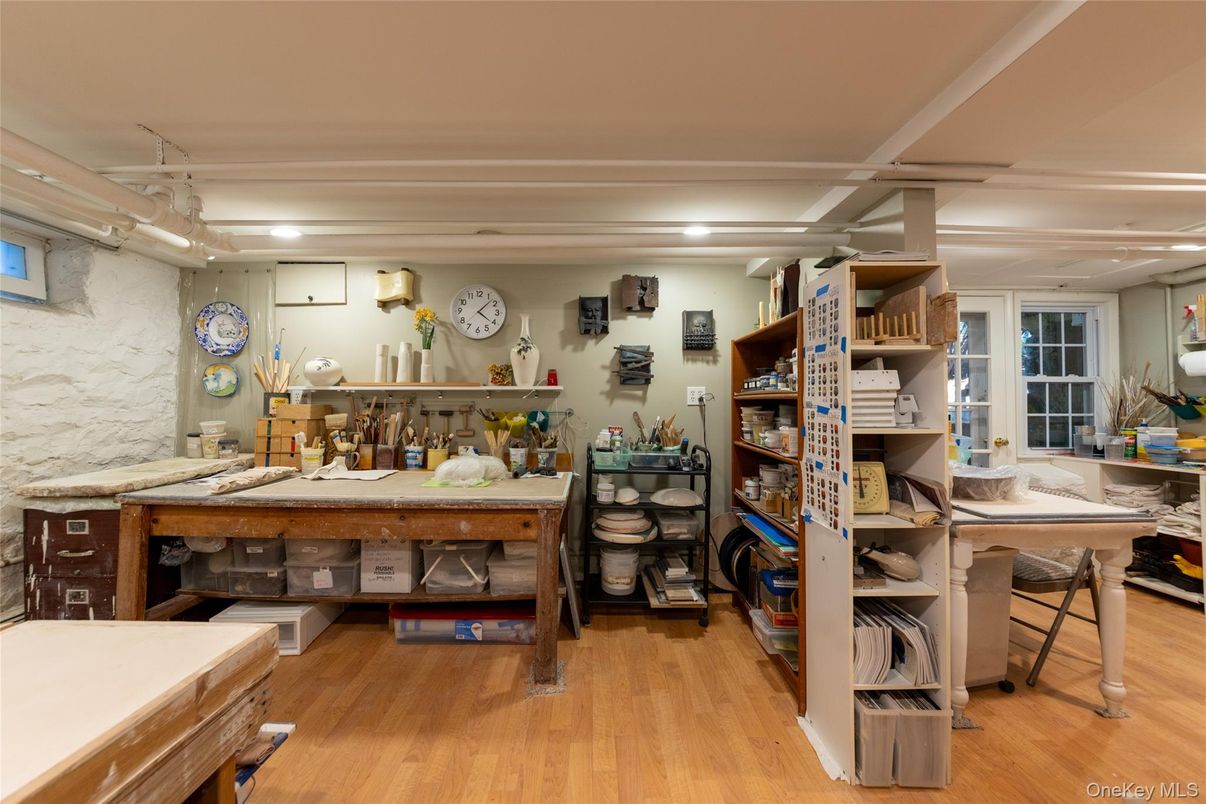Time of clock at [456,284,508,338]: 4:07
